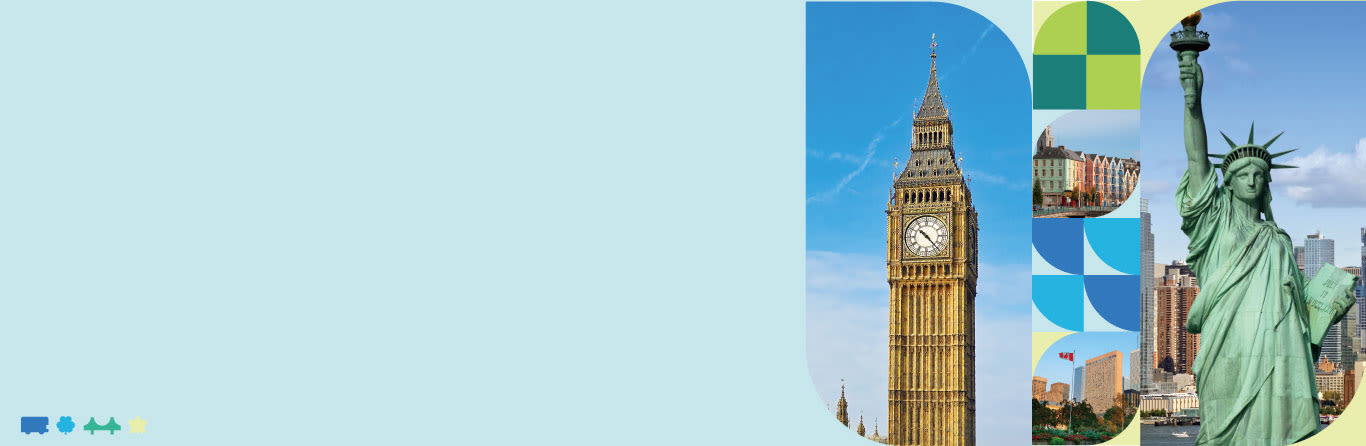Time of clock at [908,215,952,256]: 10:23
